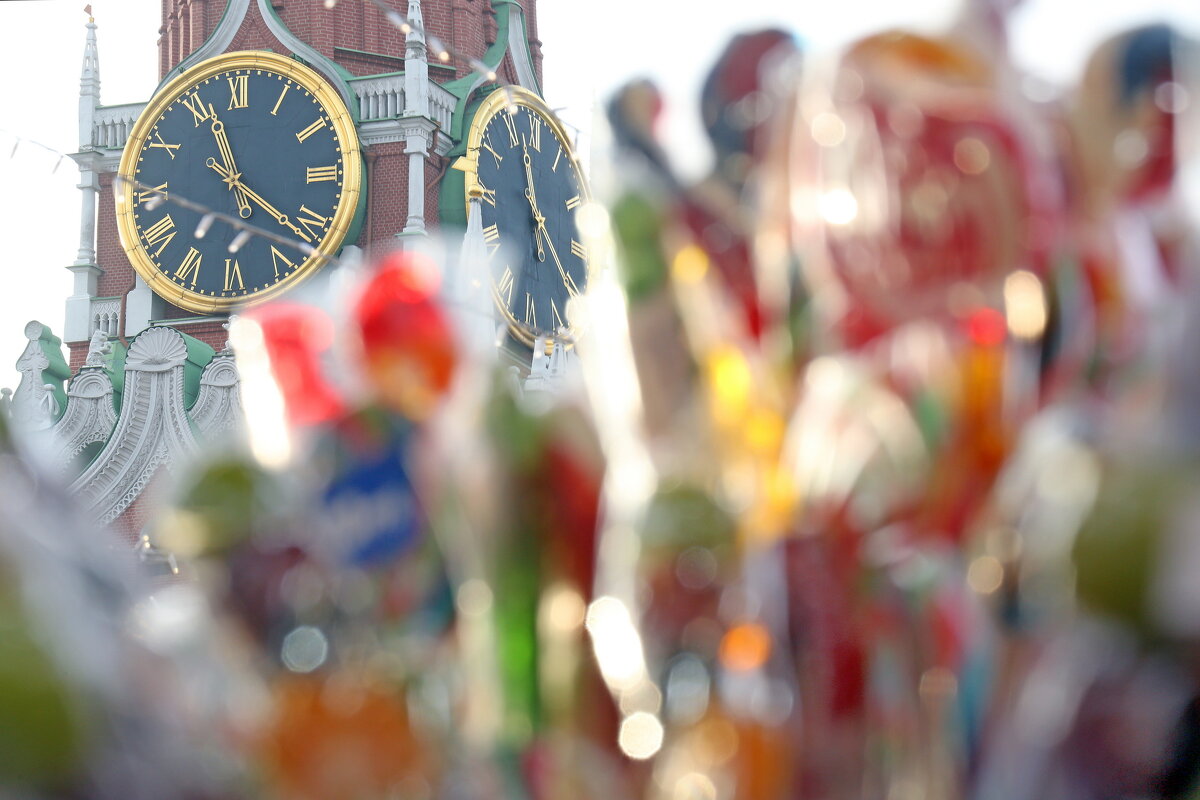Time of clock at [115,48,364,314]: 11:21
